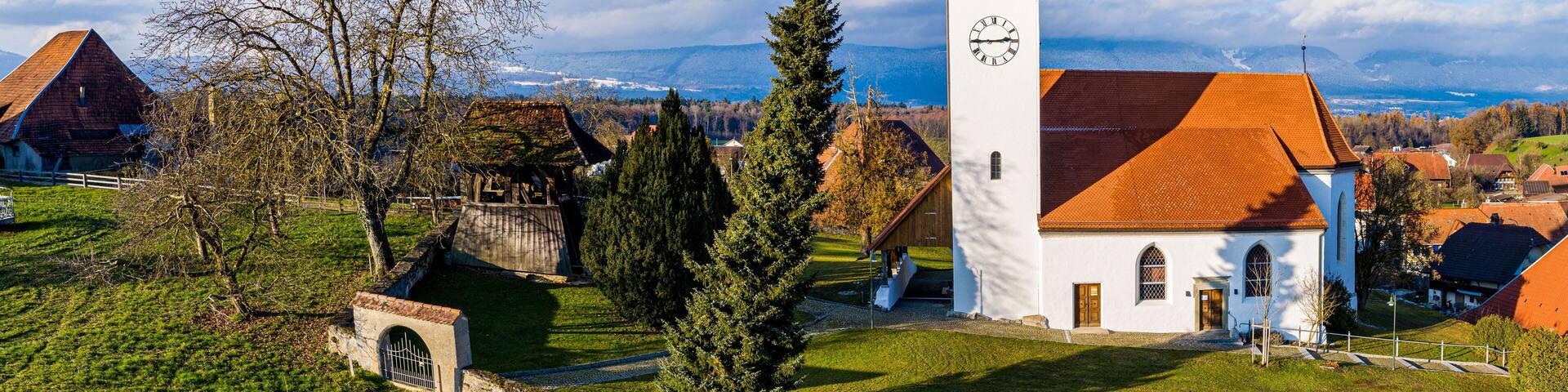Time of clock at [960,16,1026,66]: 2:44
